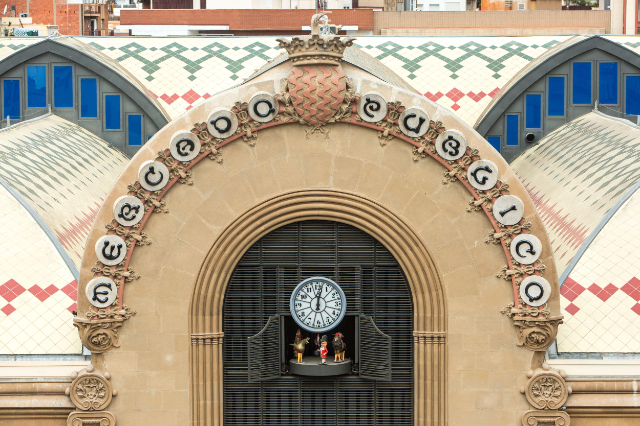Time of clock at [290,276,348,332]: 12:02
